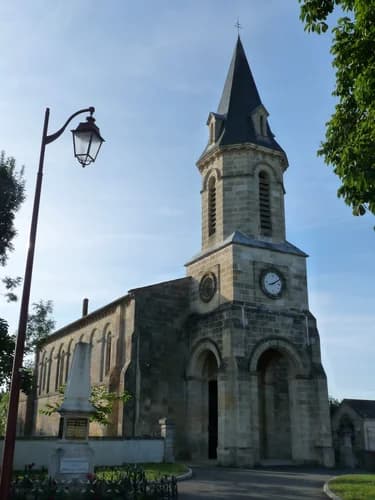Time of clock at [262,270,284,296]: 8:09
